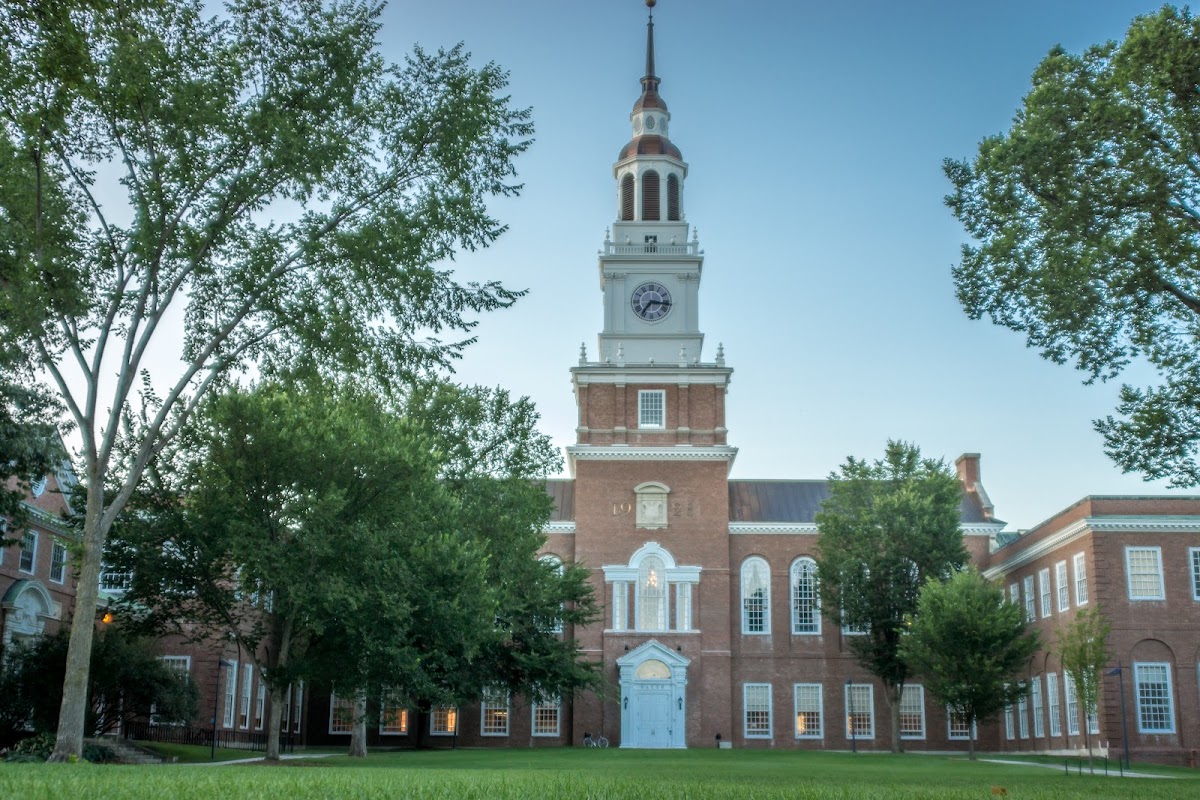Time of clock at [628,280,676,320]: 7:16
